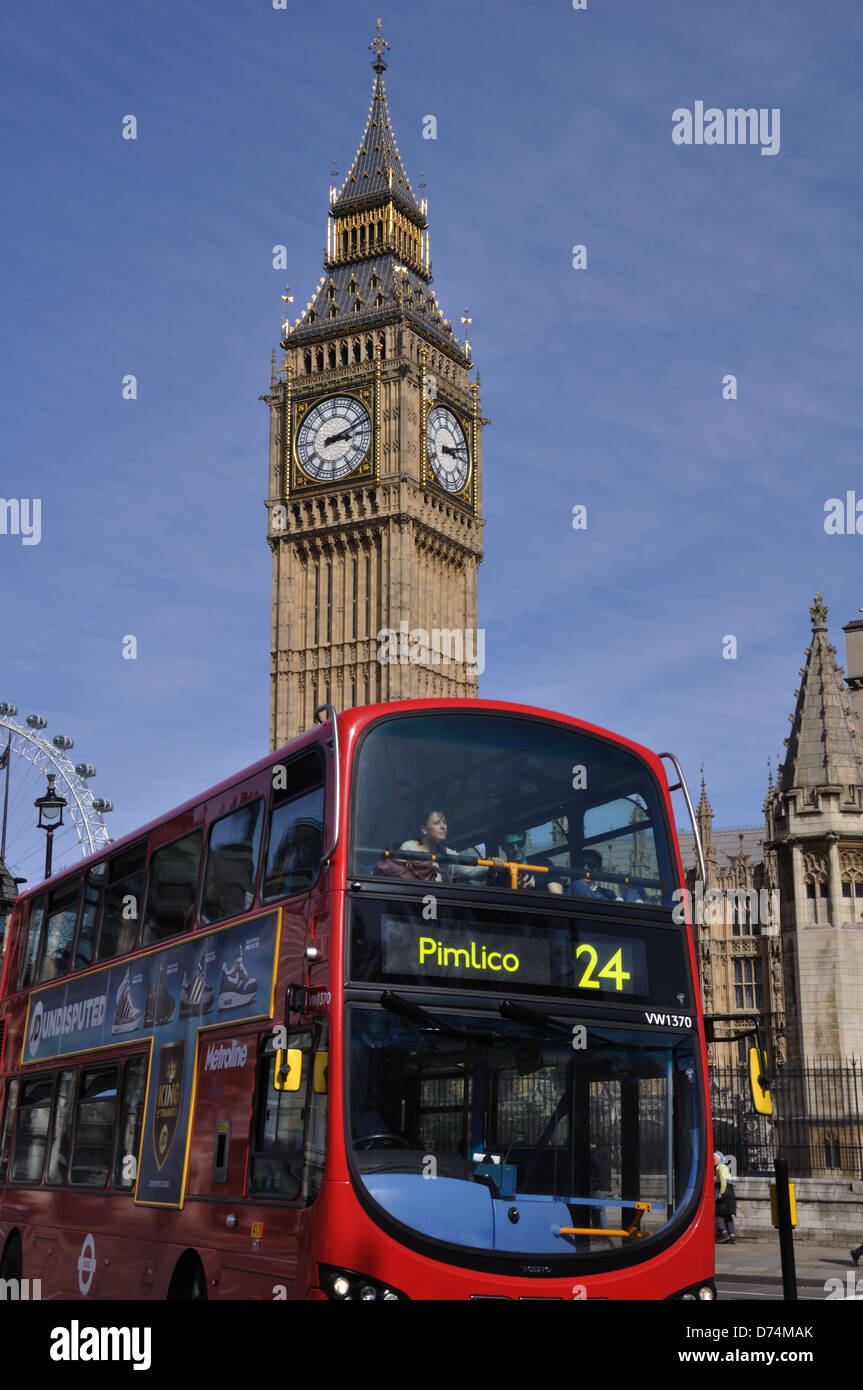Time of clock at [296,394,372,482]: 3:11
